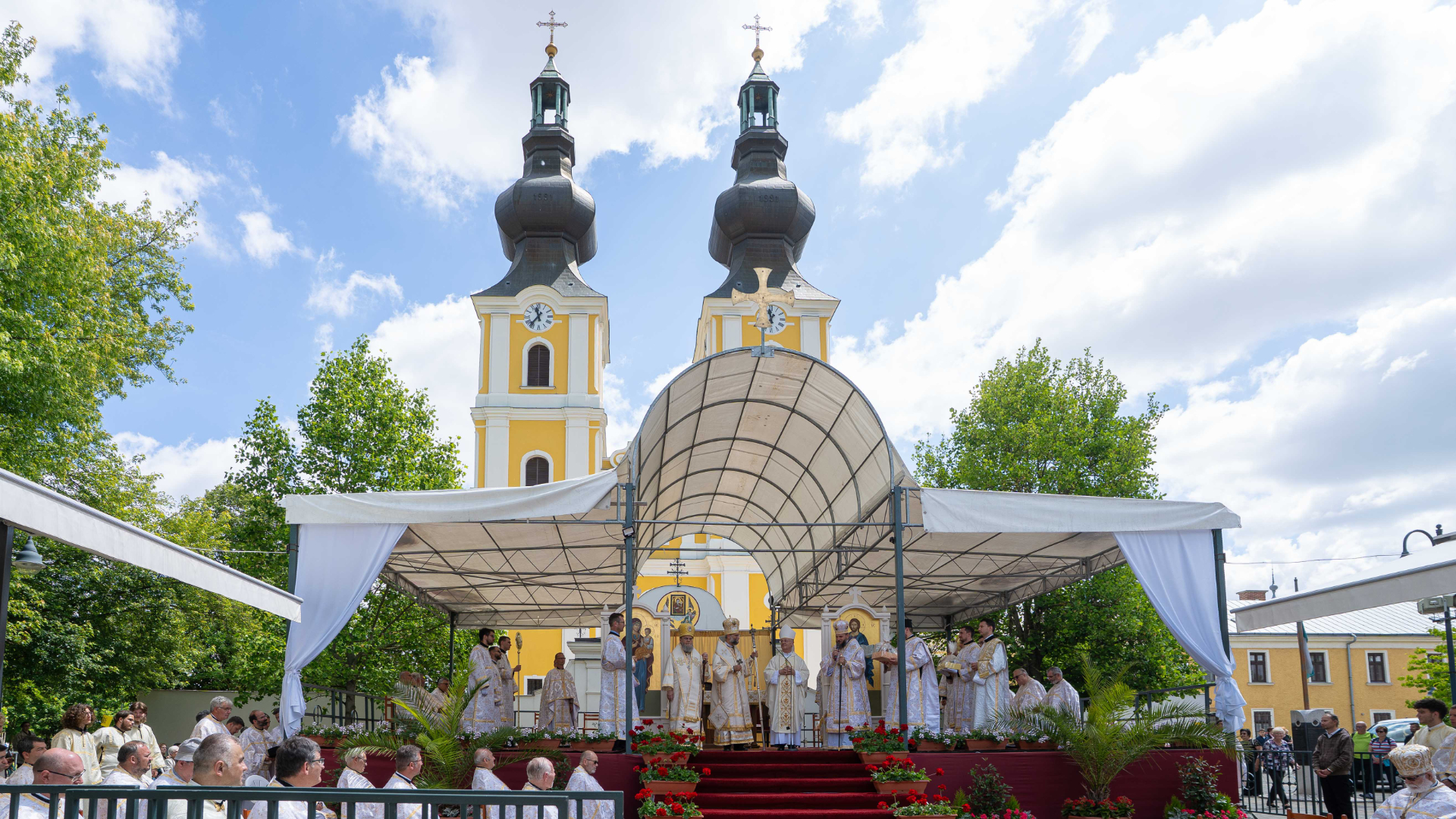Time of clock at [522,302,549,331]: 11:36
